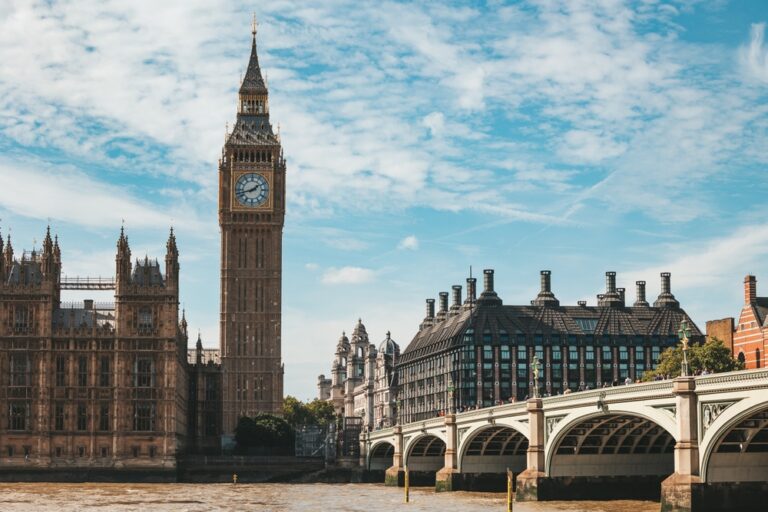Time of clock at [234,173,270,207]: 1:42
